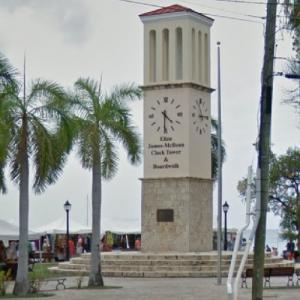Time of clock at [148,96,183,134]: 4:30
